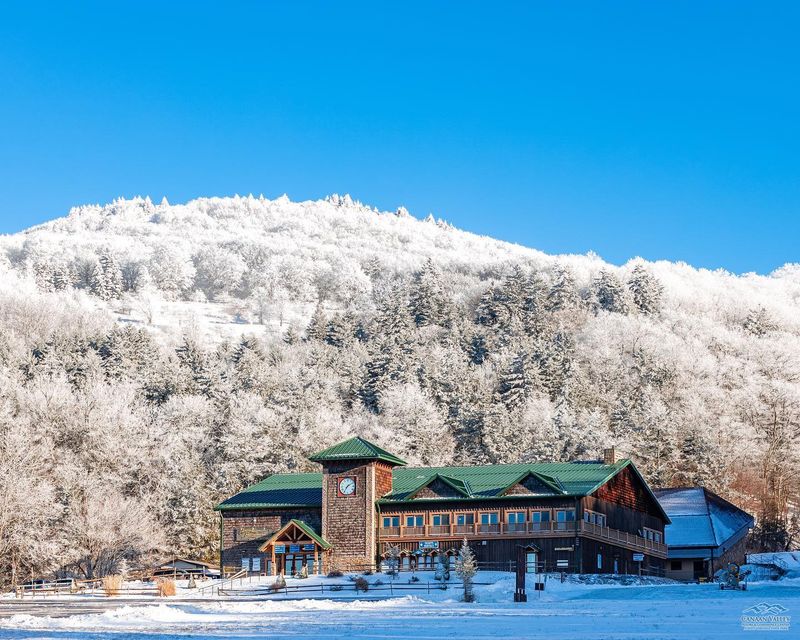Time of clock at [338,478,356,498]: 7:09
